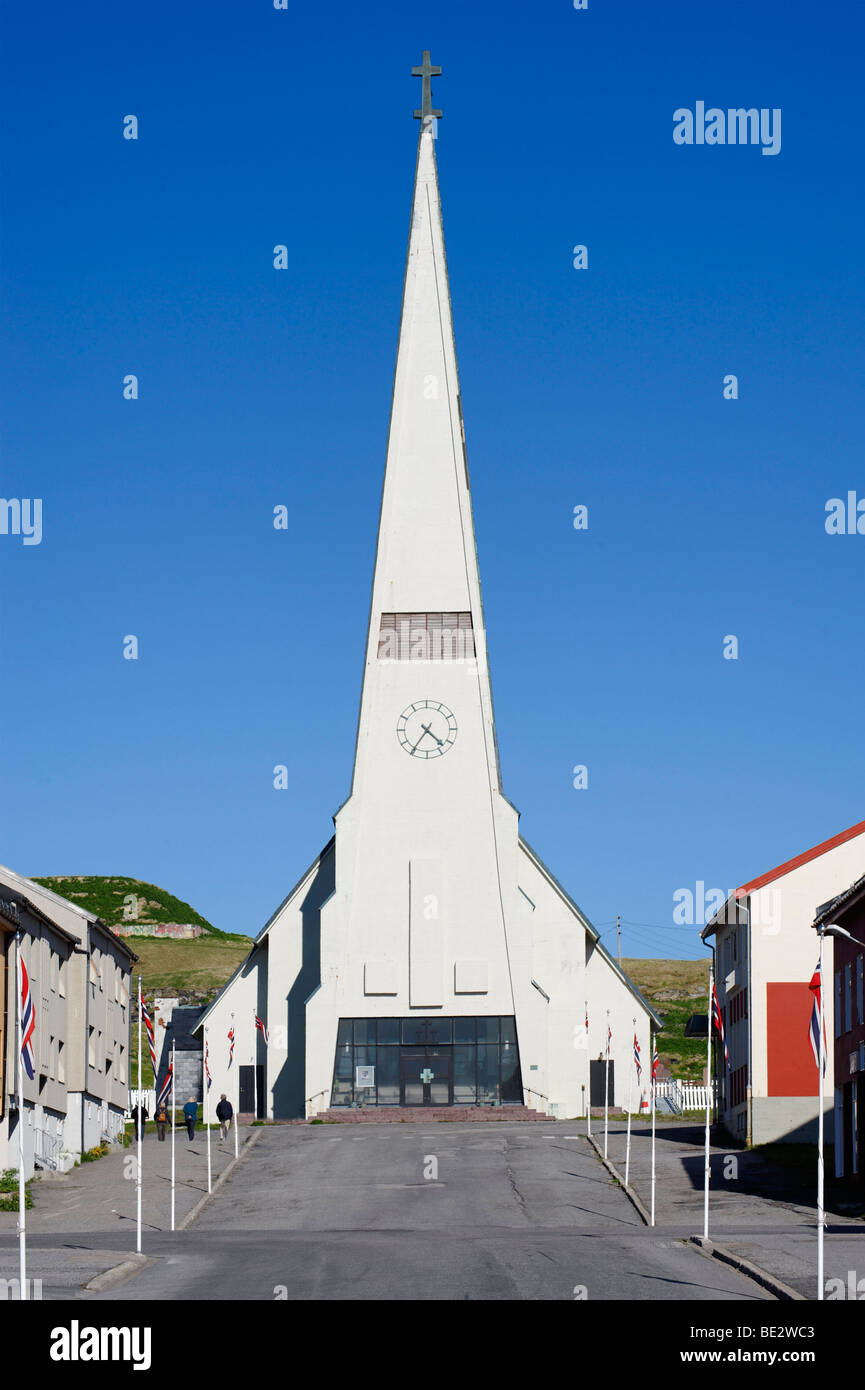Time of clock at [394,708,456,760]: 4:35
